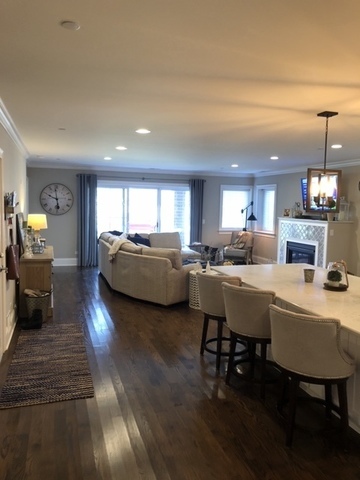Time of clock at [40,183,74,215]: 5:49
